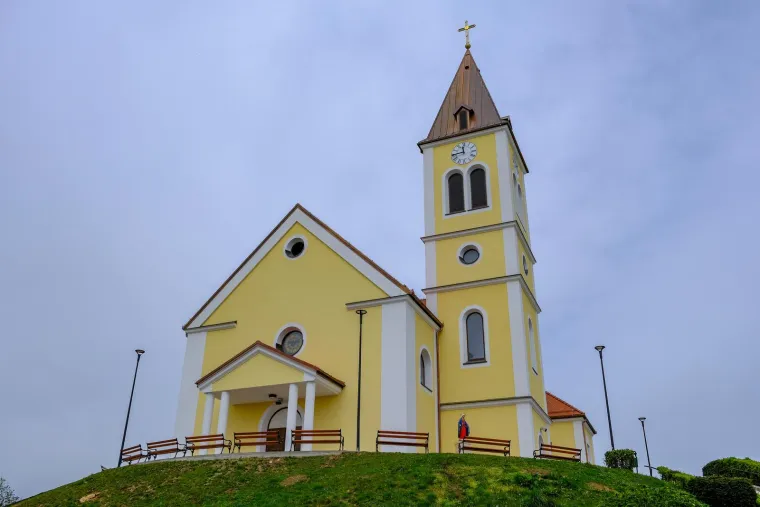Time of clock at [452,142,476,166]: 11:44
